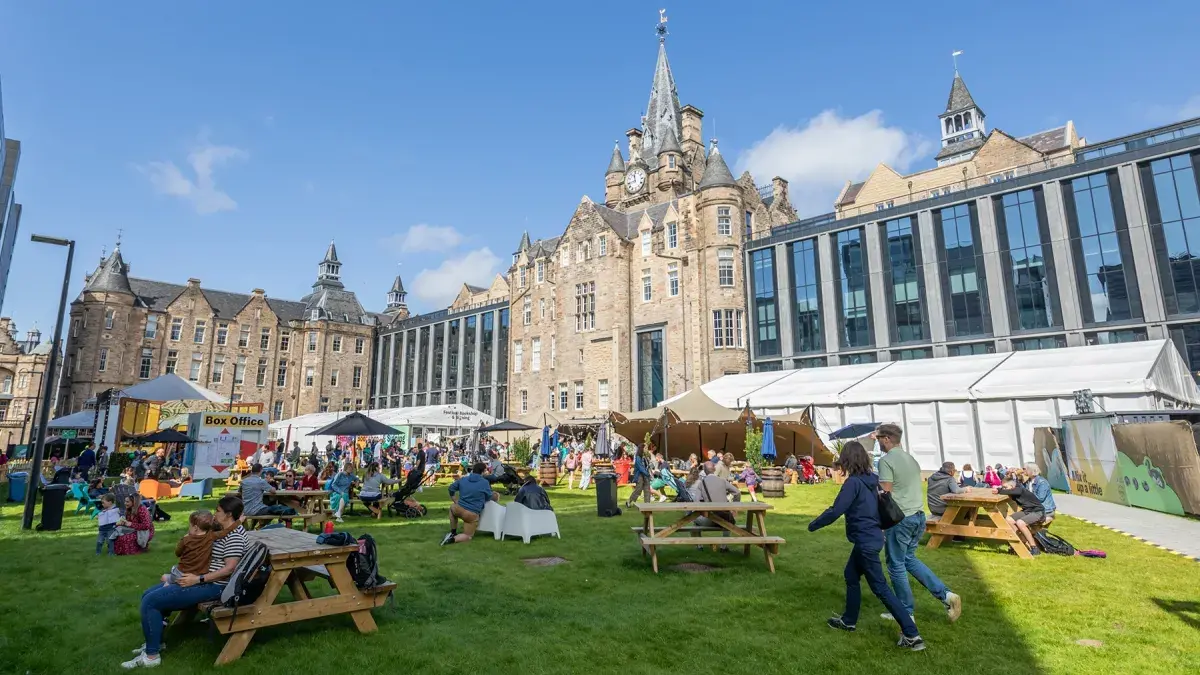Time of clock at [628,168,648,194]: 11:42
